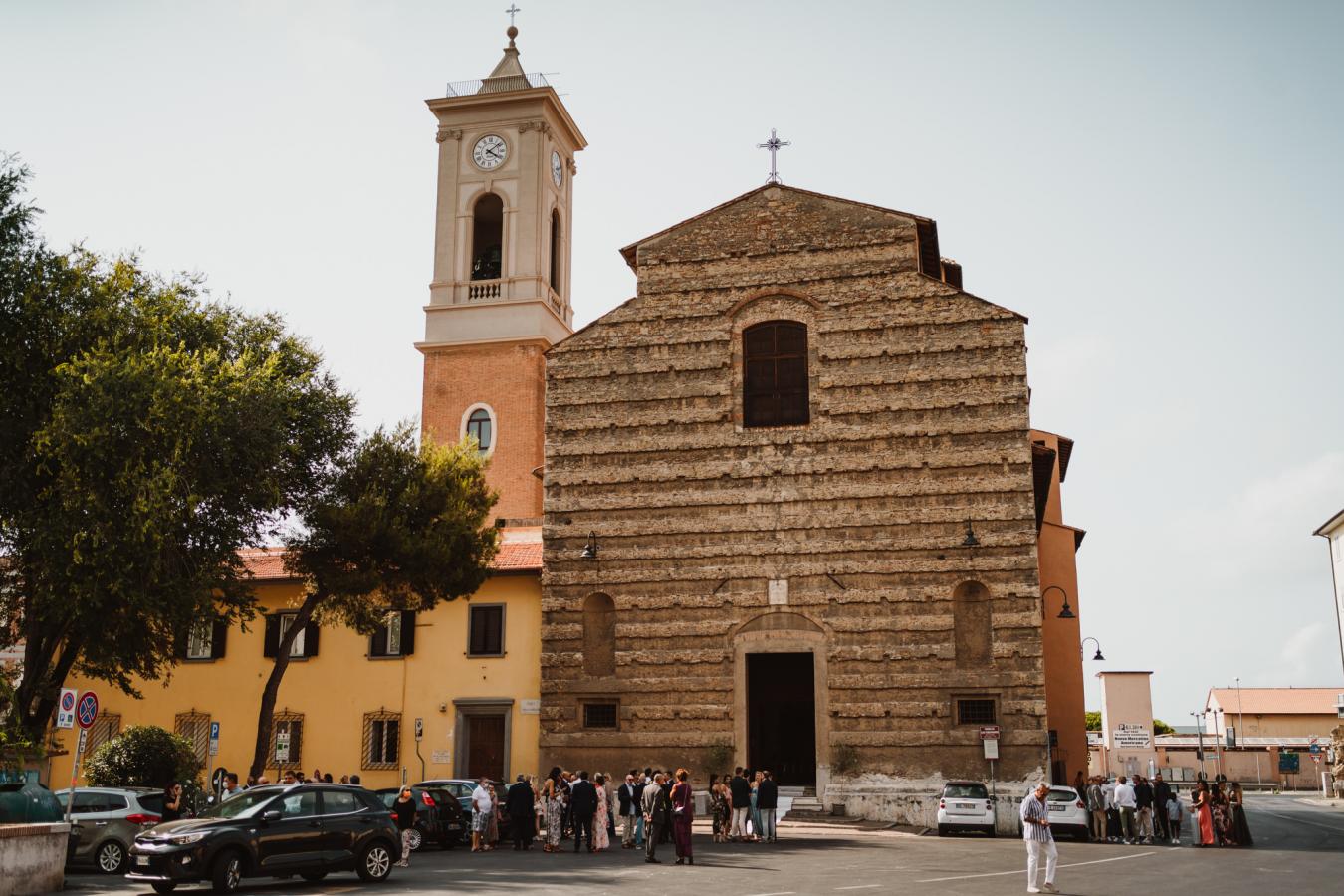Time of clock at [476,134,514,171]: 4:08
